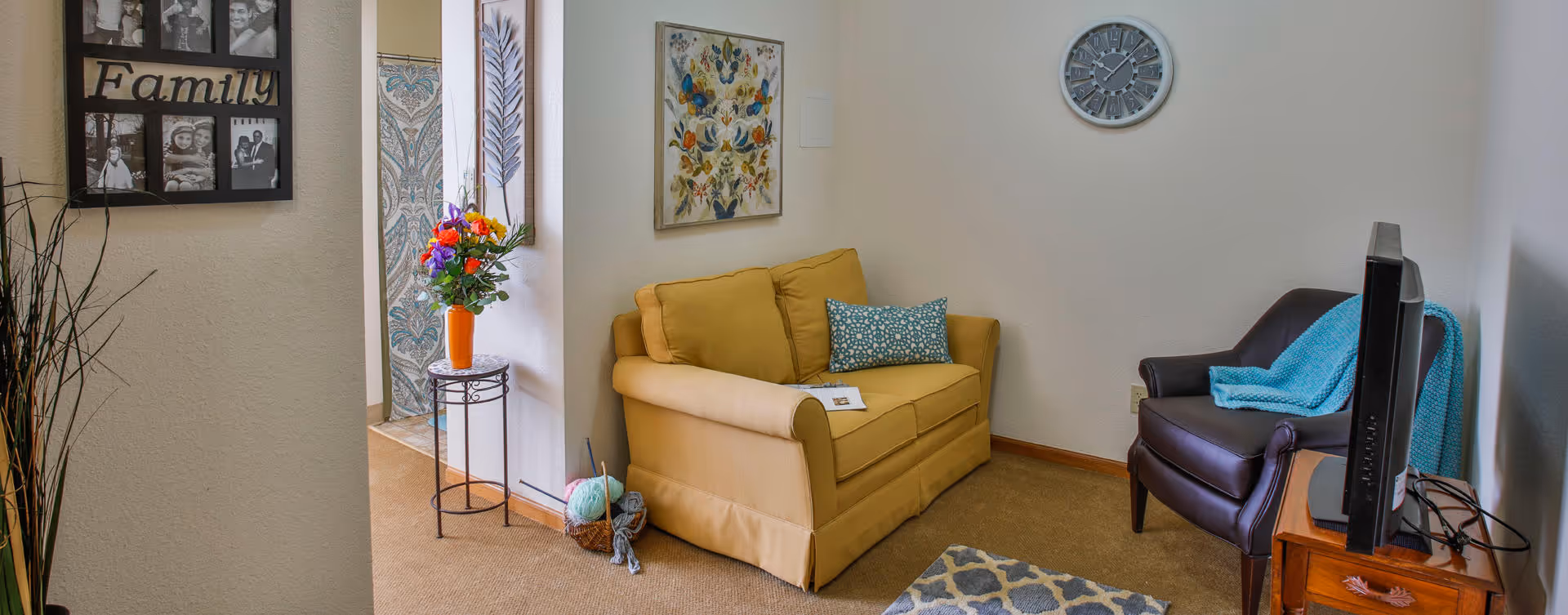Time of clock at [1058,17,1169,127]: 10:07
